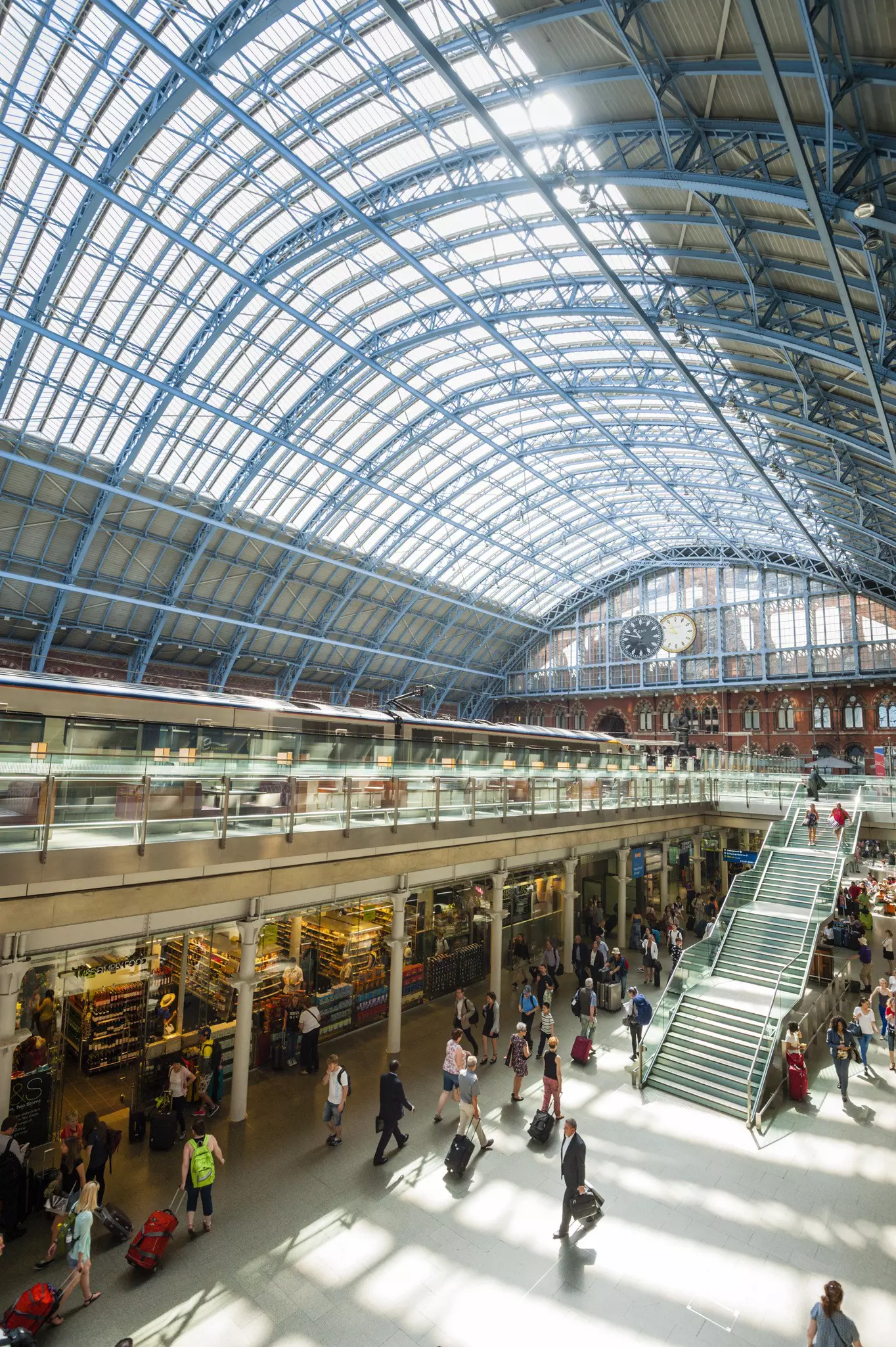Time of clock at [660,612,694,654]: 10:47
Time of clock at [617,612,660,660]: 10:47
